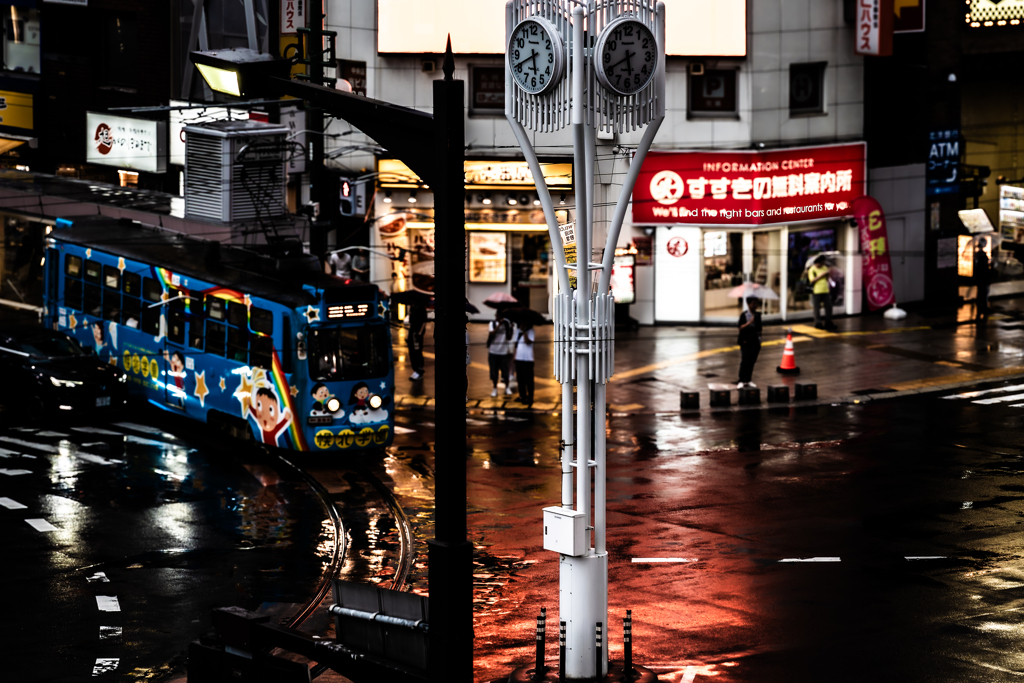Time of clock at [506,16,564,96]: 5:41
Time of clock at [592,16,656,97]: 5:41
